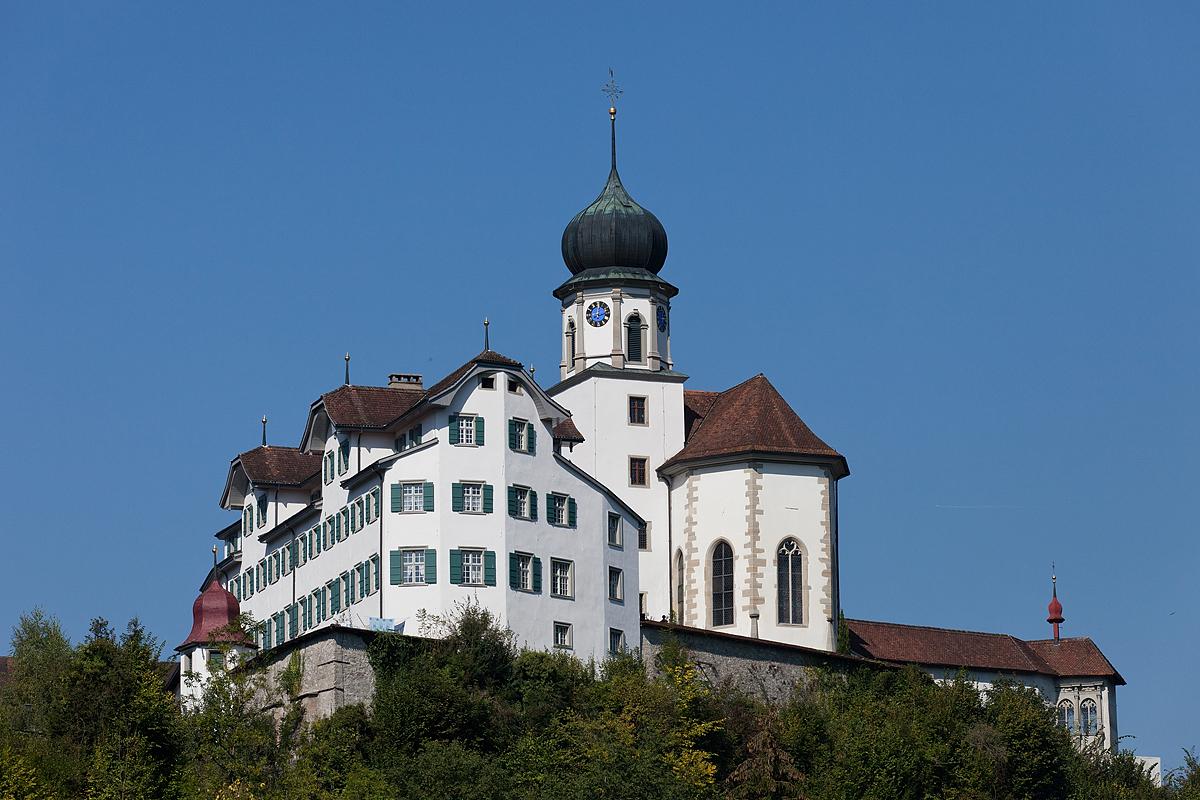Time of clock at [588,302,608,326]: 12:12
